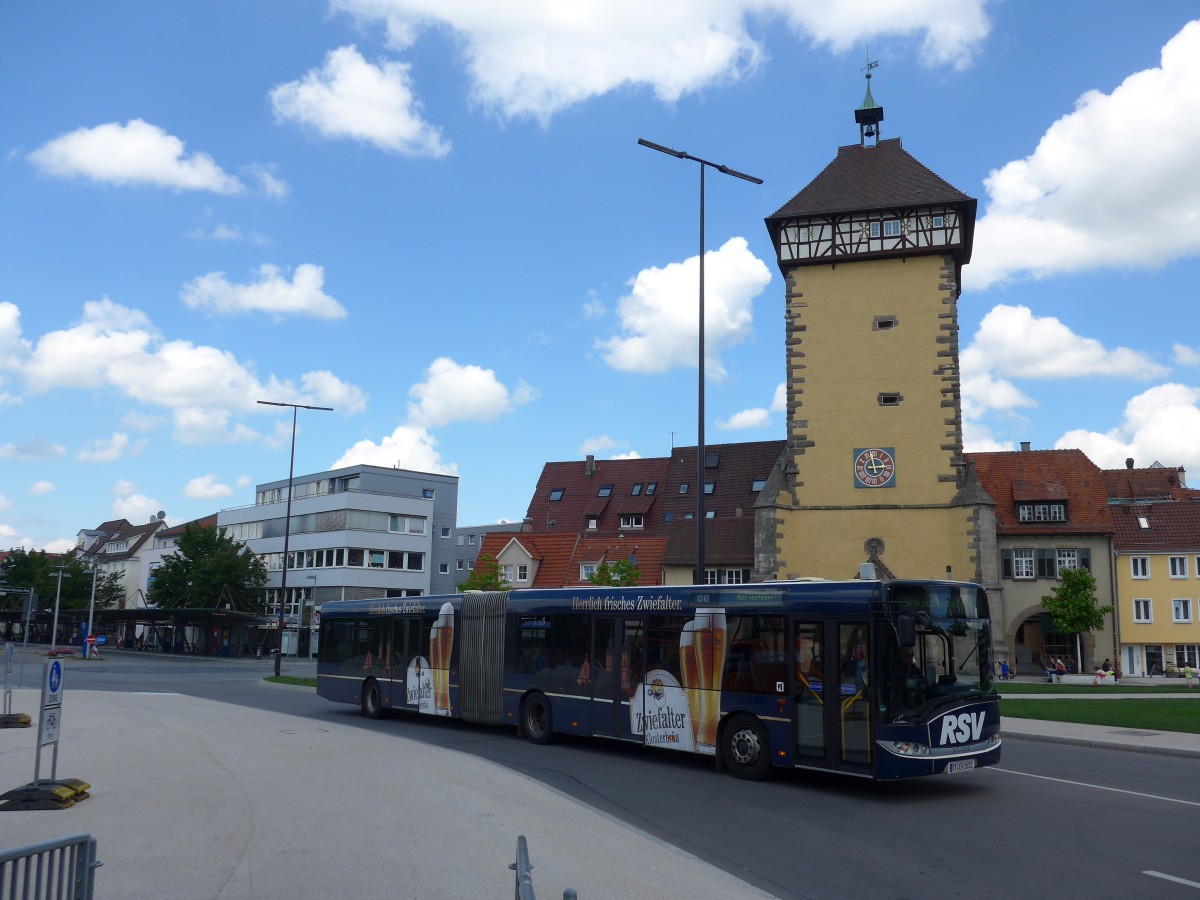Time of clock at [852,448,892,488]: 2:58
